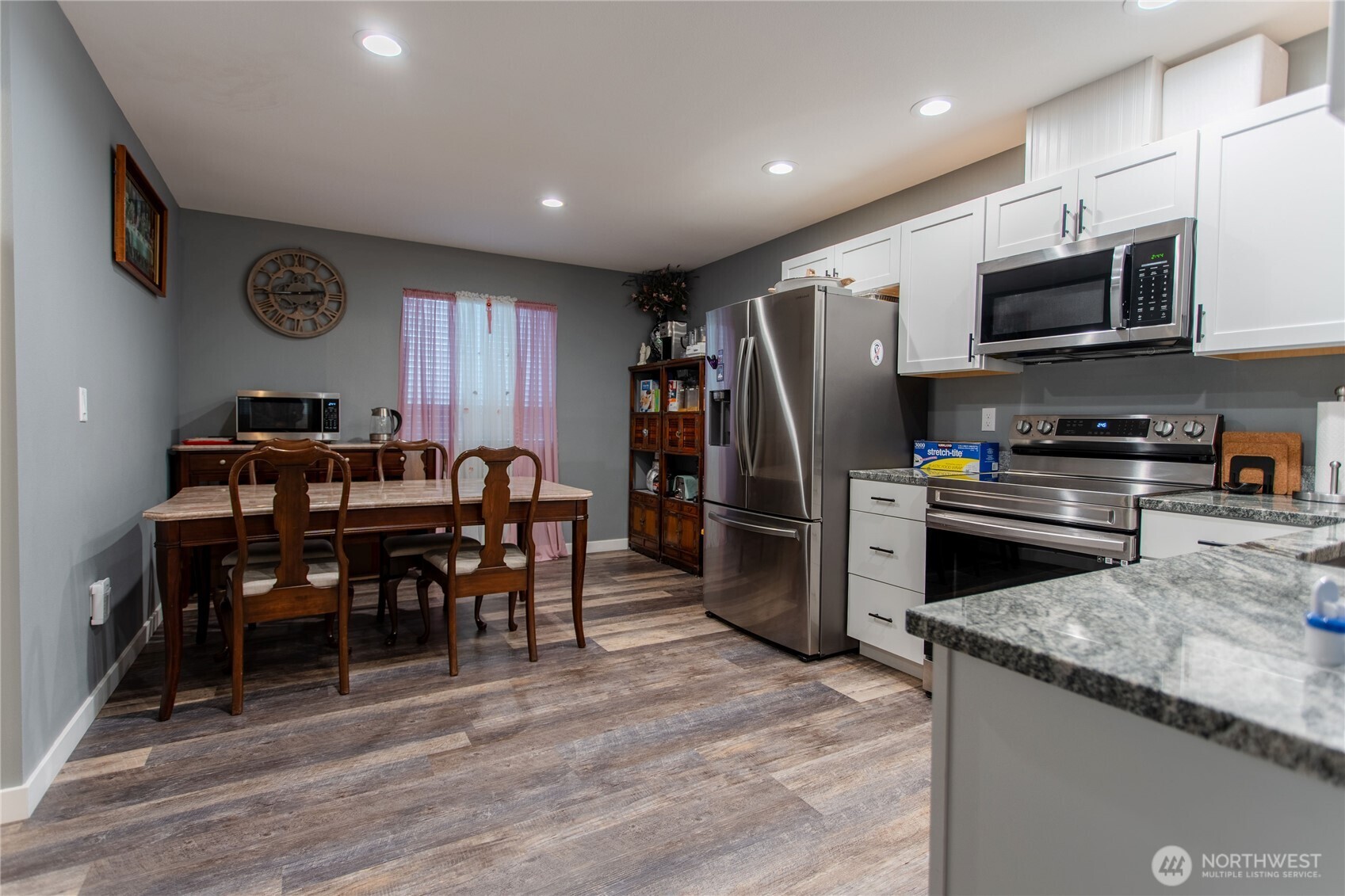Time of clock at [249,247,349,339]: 2:43
